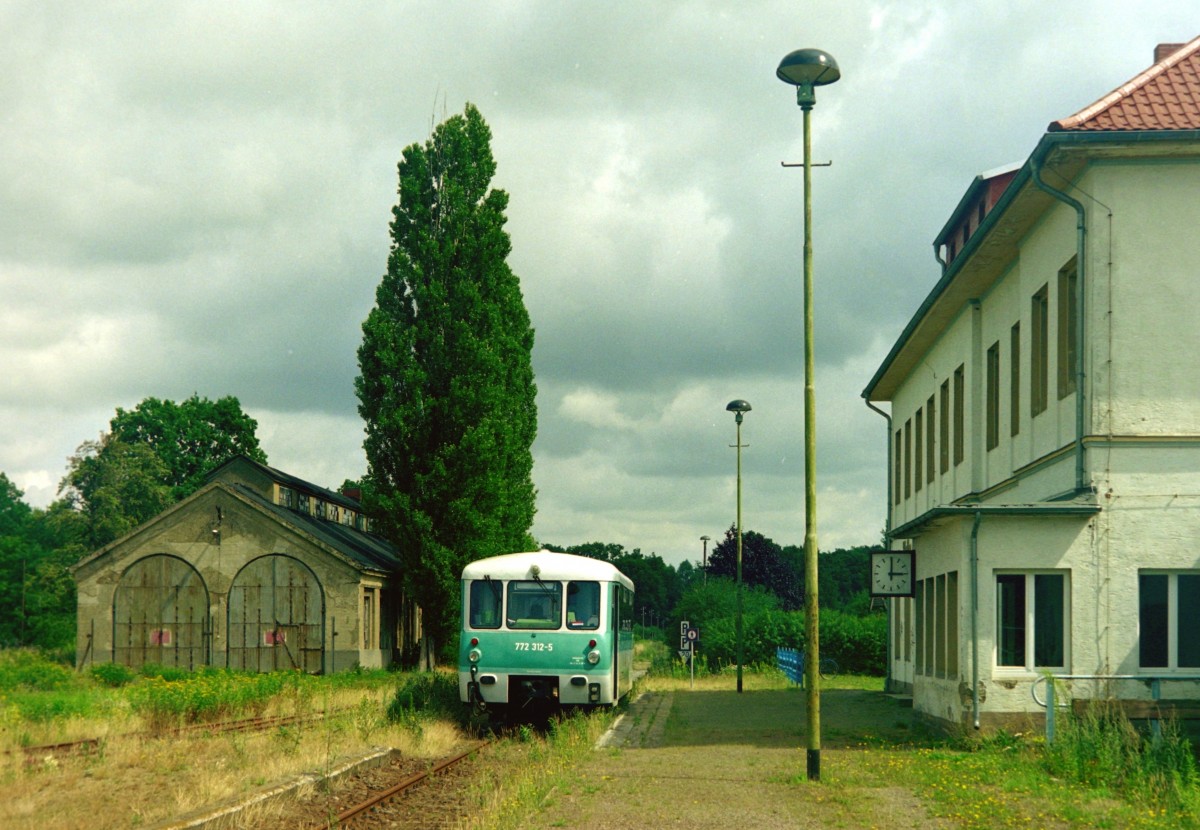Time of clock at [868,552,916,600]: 3:00
